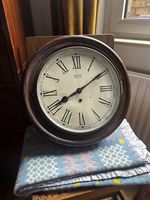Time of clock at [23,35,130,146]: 8:09
